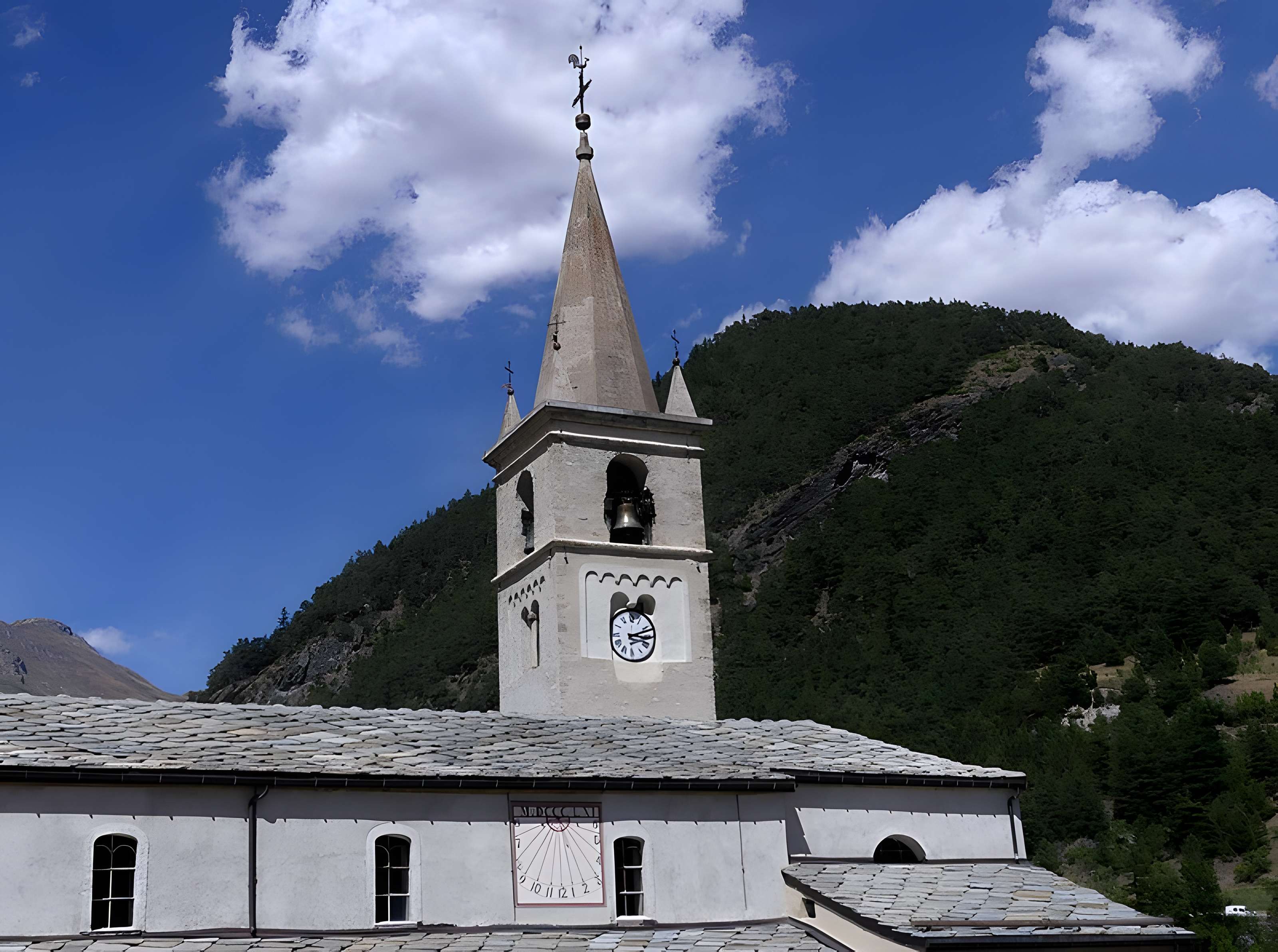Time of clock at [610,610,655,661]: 3:11
